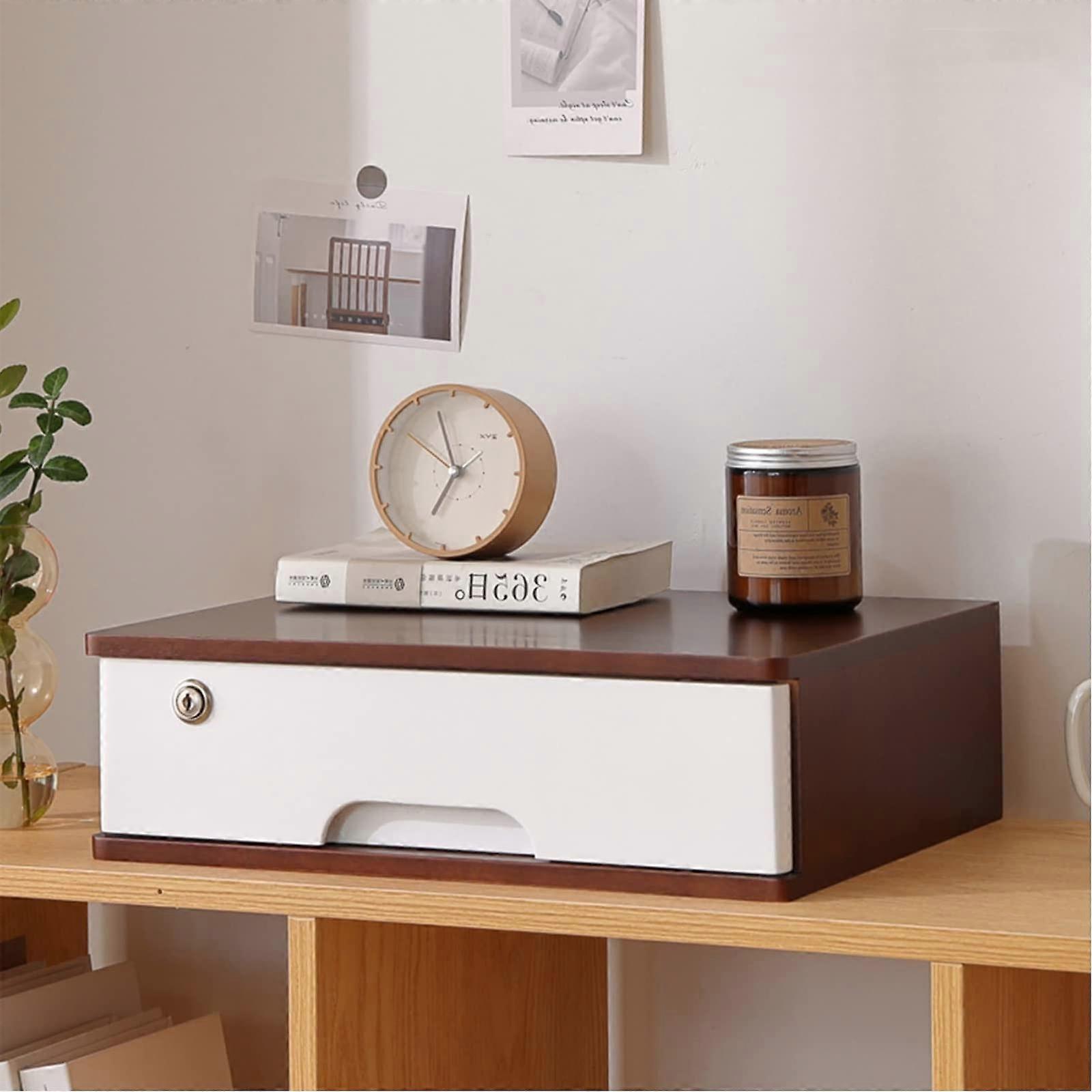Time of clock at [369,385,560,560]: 6:56
